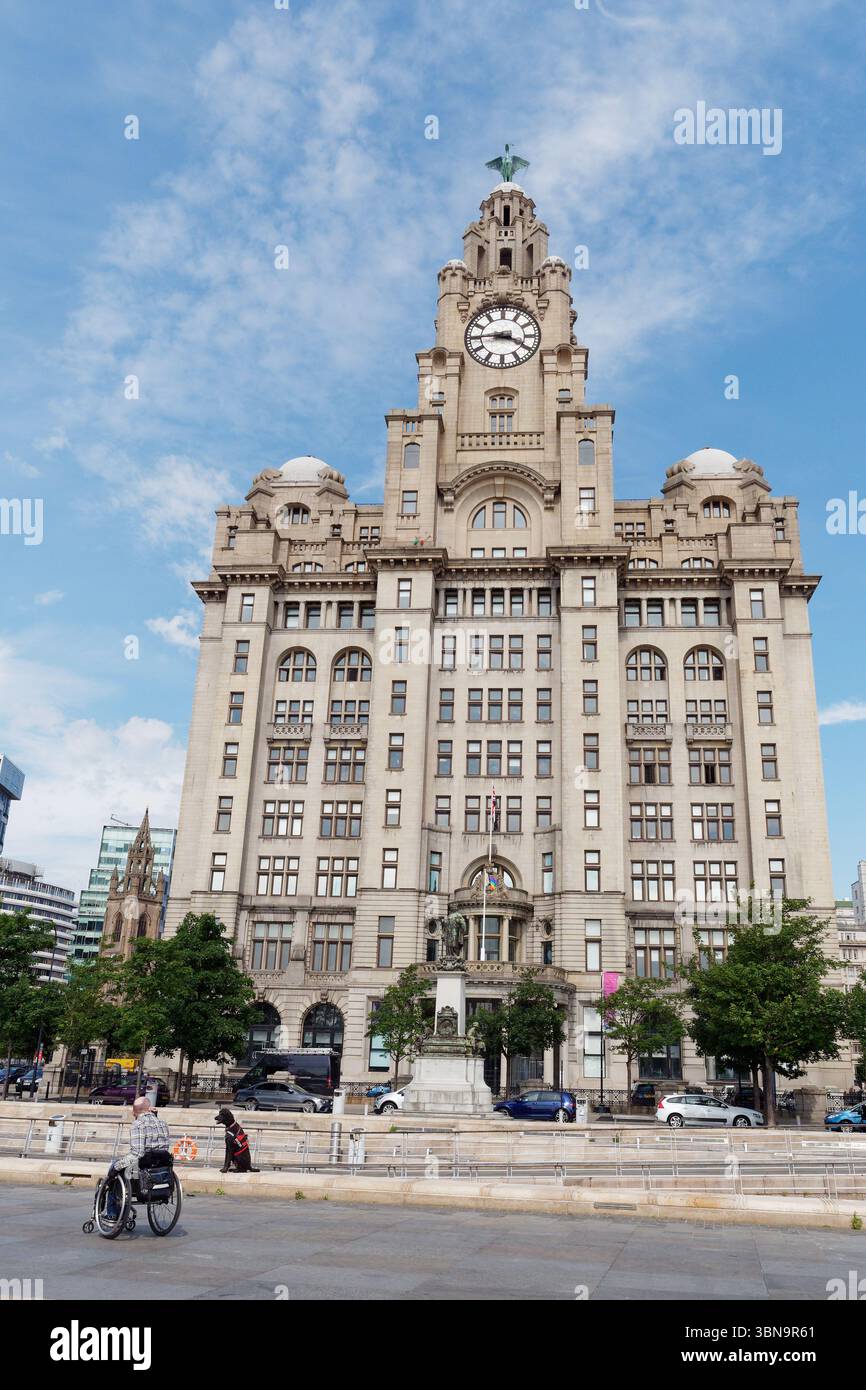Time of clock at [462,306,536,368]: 3:44
